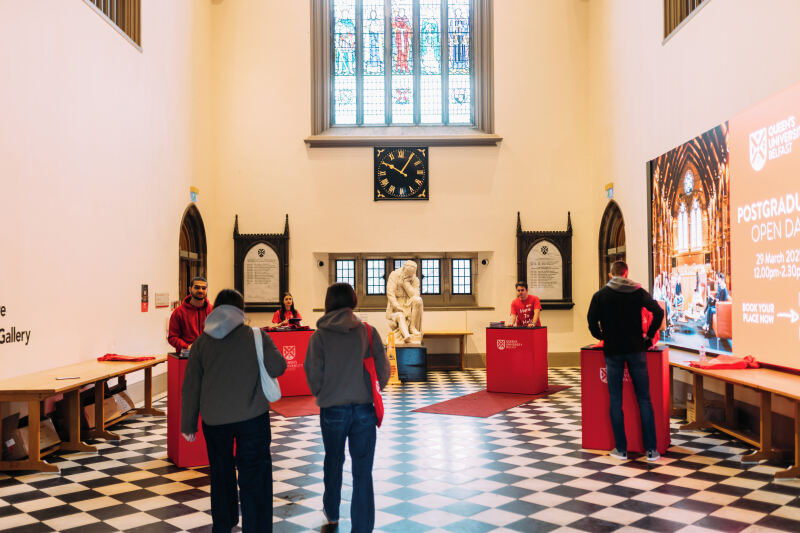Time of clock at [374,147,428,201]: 10:05
